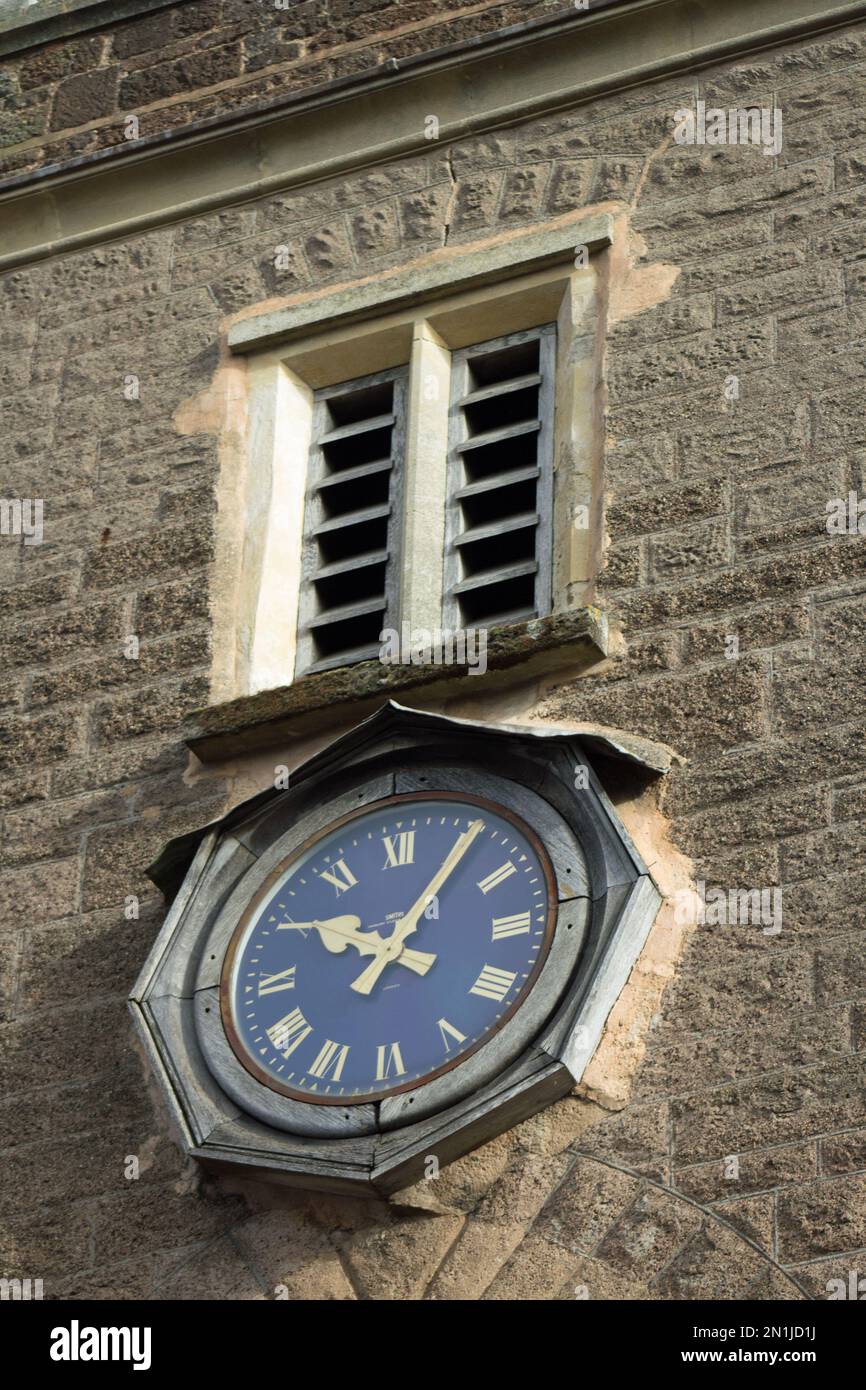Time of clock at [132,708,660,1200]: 10:05
